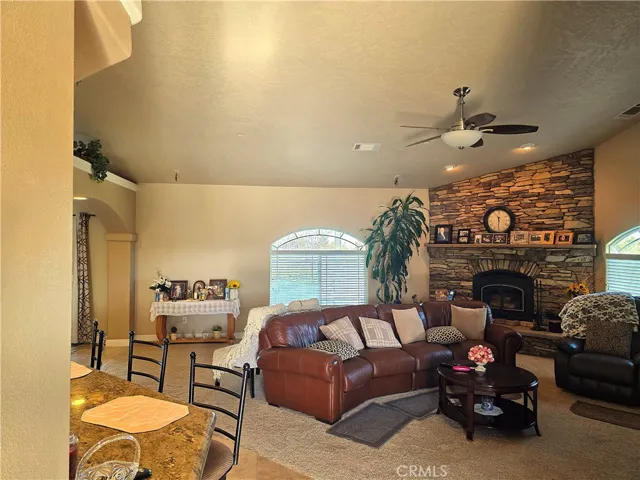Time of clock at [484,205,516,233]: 11:30
